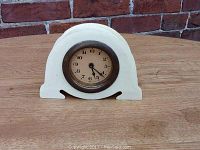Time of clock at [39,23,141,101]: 5:21
